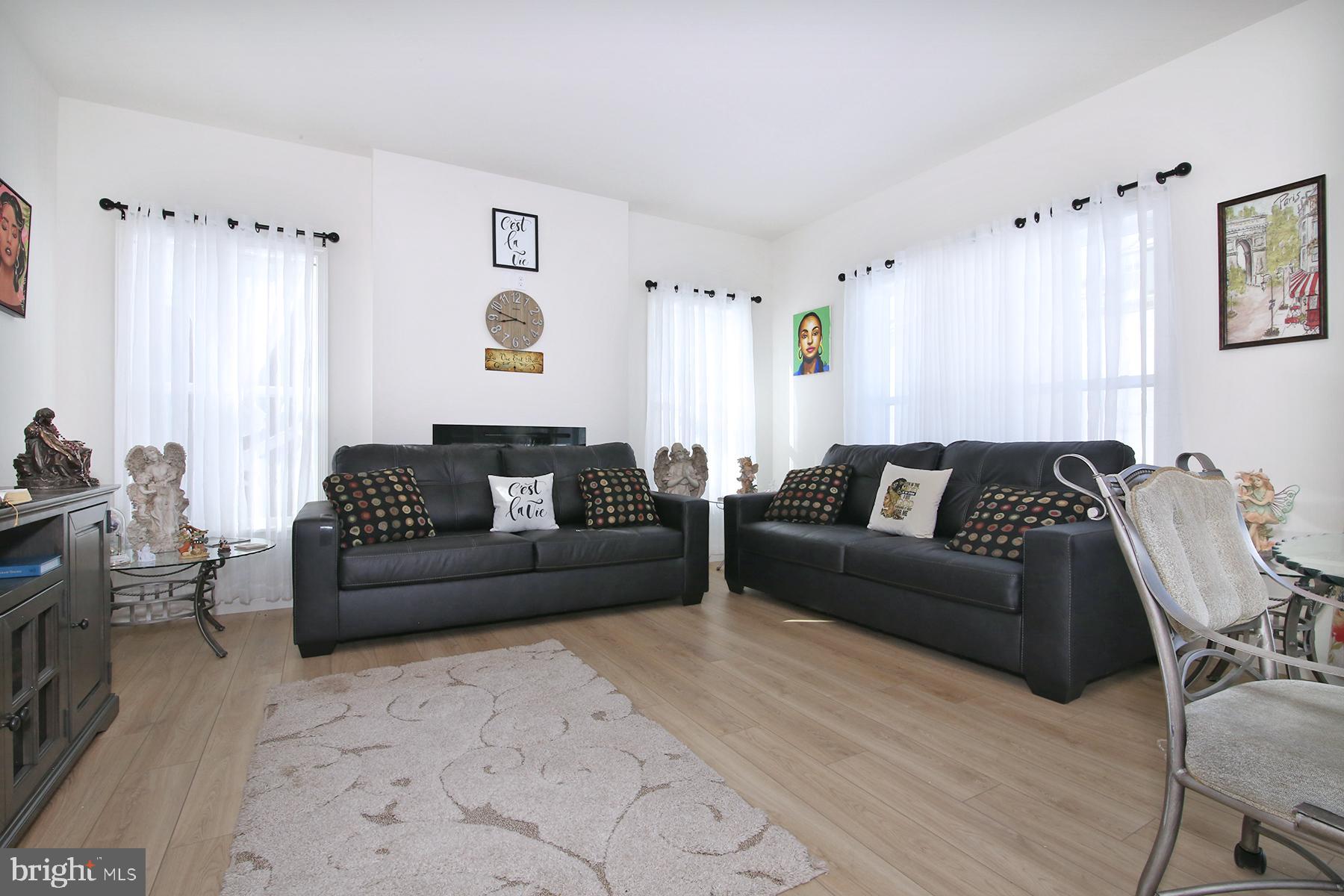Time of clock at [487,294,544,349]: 8:48
